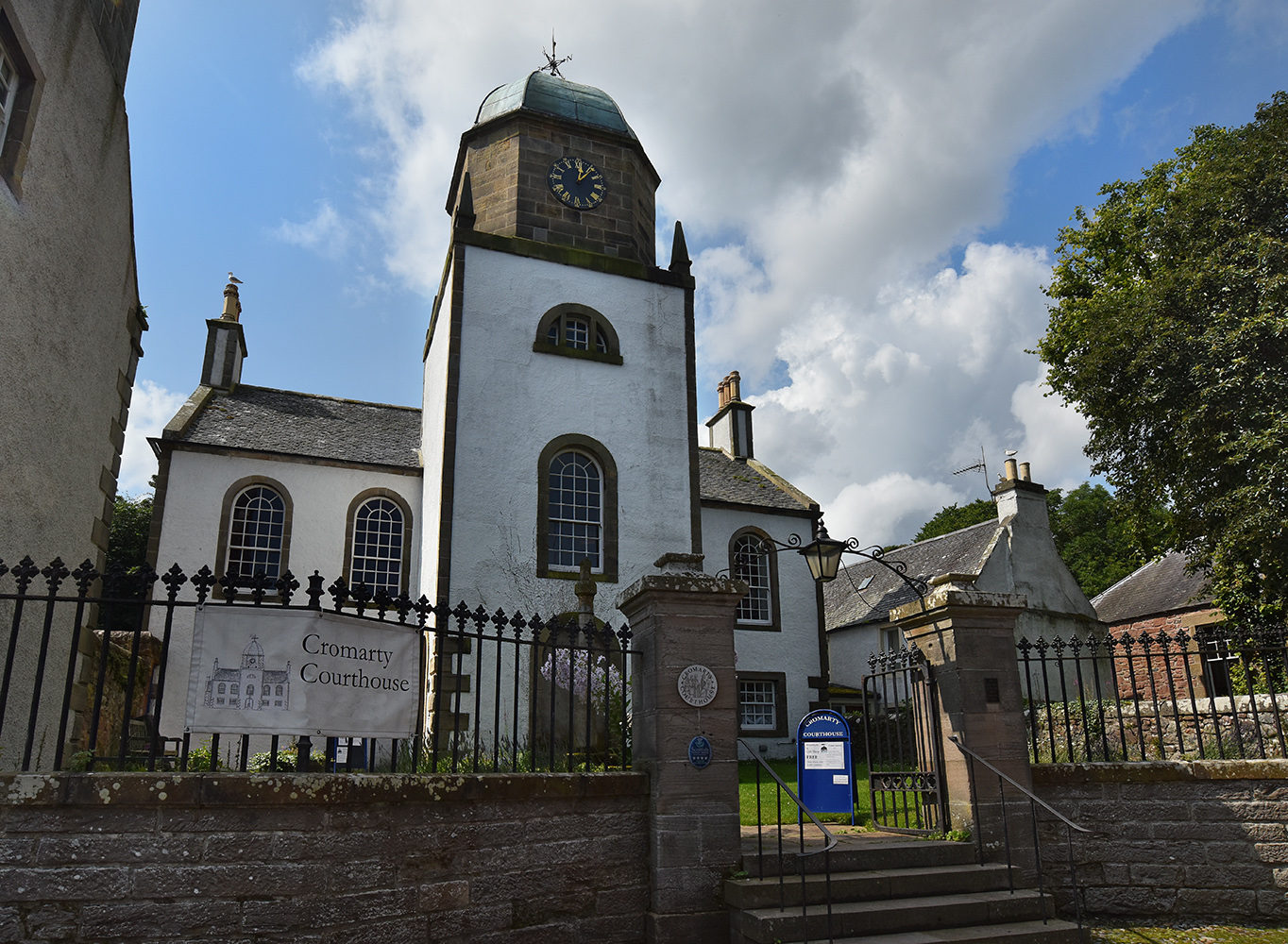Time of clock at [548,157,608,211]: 12:06
